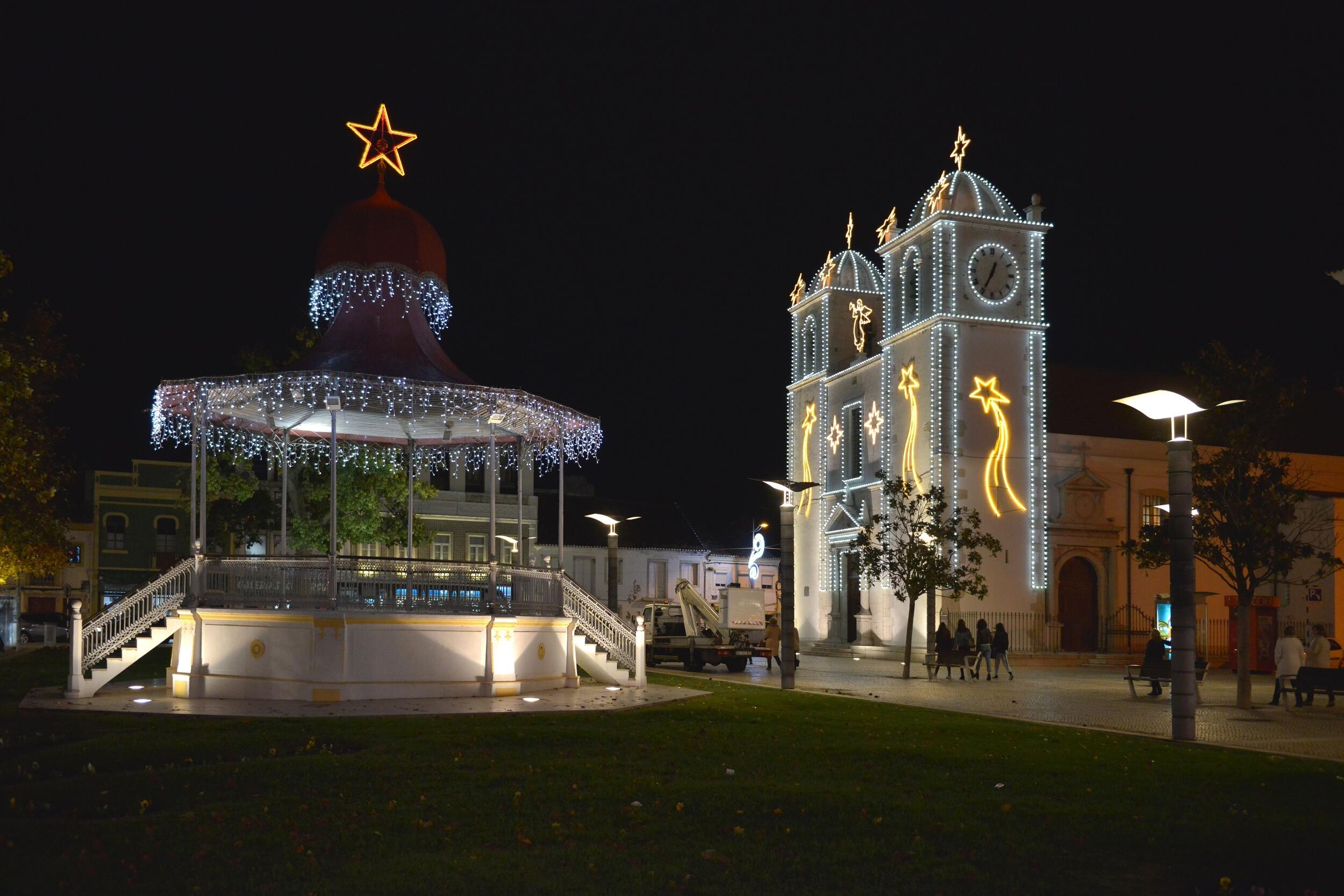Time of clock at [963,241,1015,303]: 12:34
